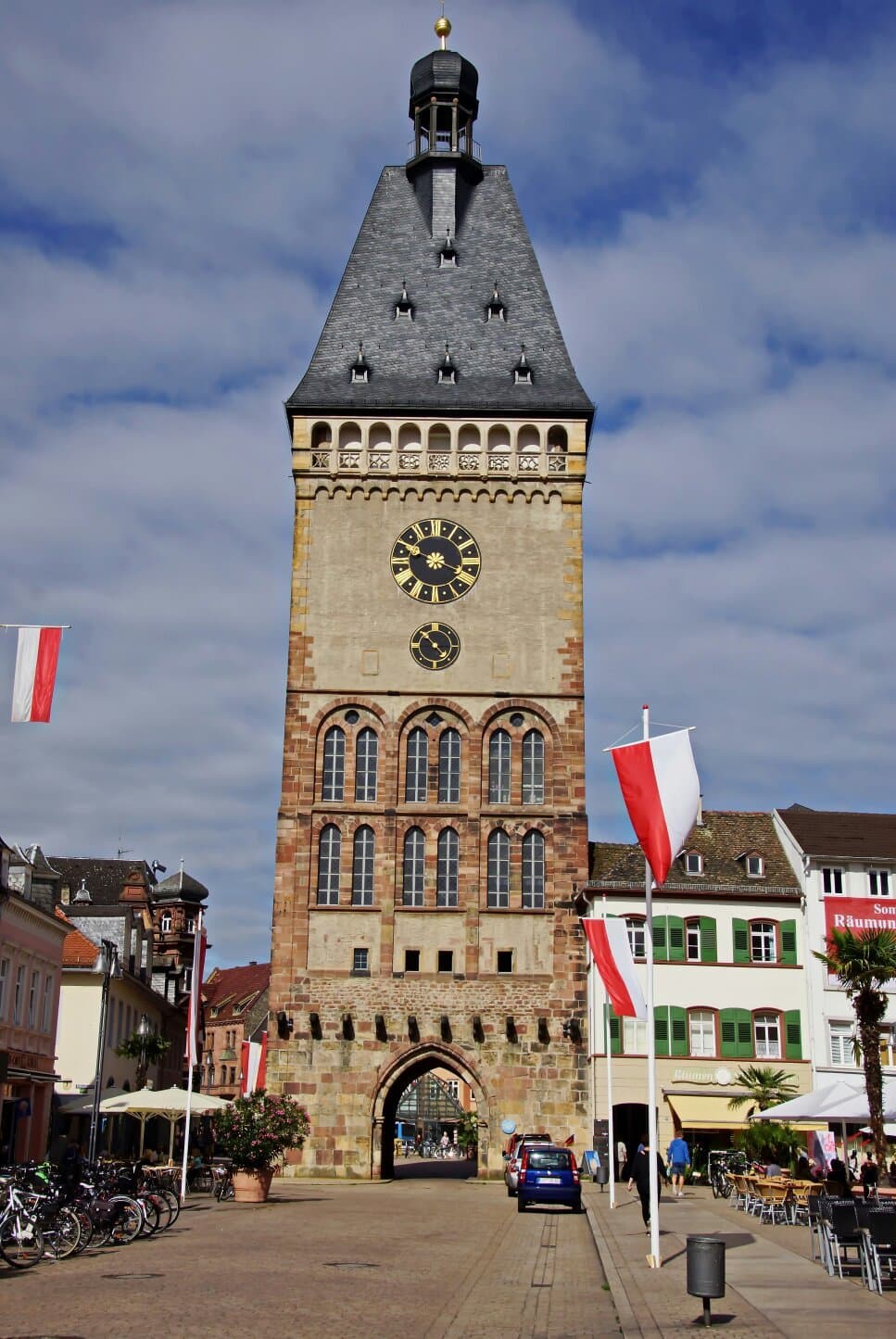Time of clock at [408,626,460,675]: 10:22
